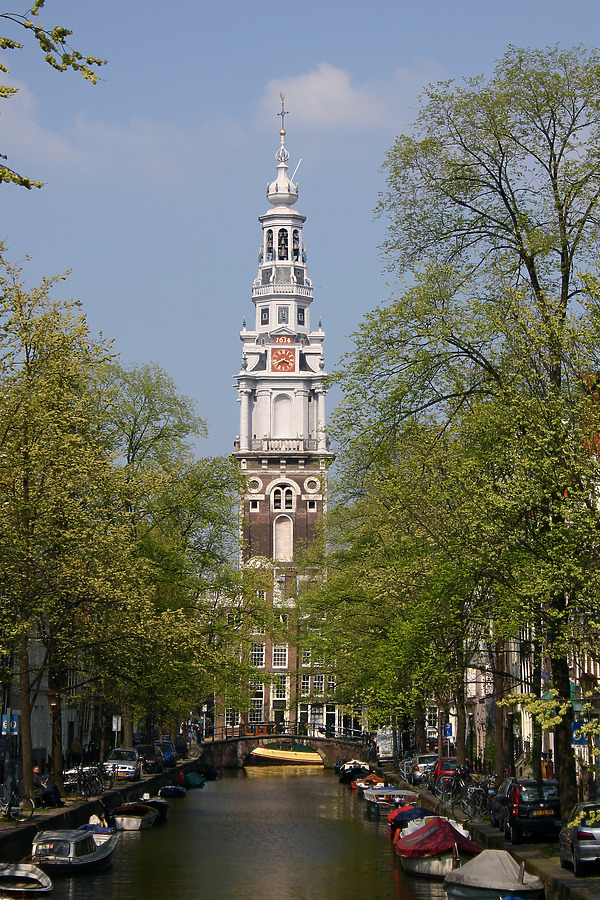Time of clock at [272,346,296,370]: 3:40
